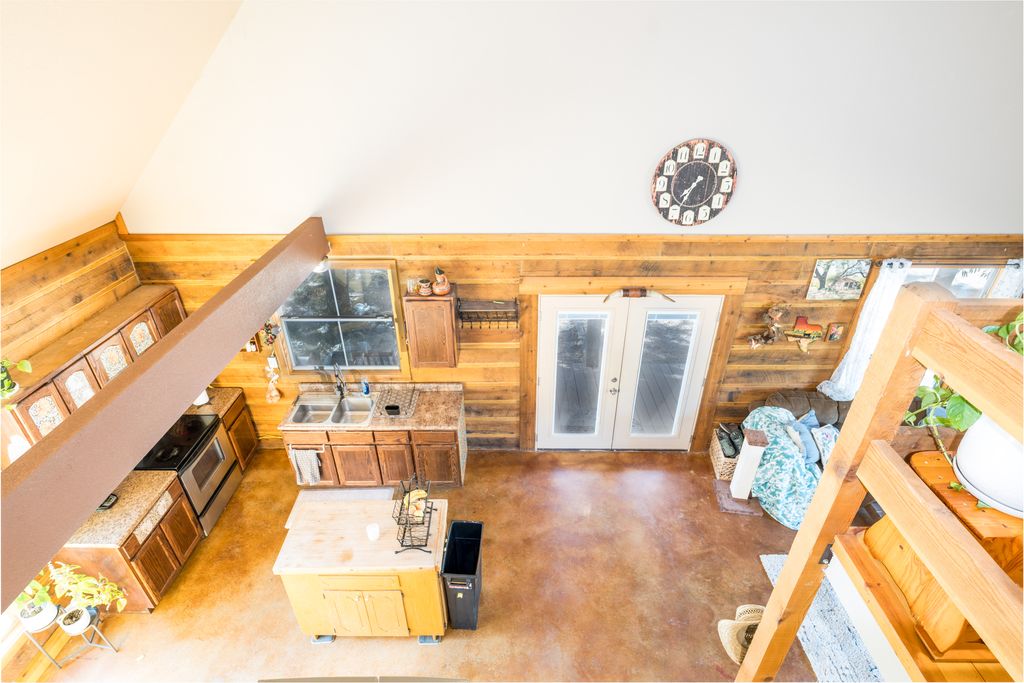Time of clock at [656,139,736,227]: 7:36
